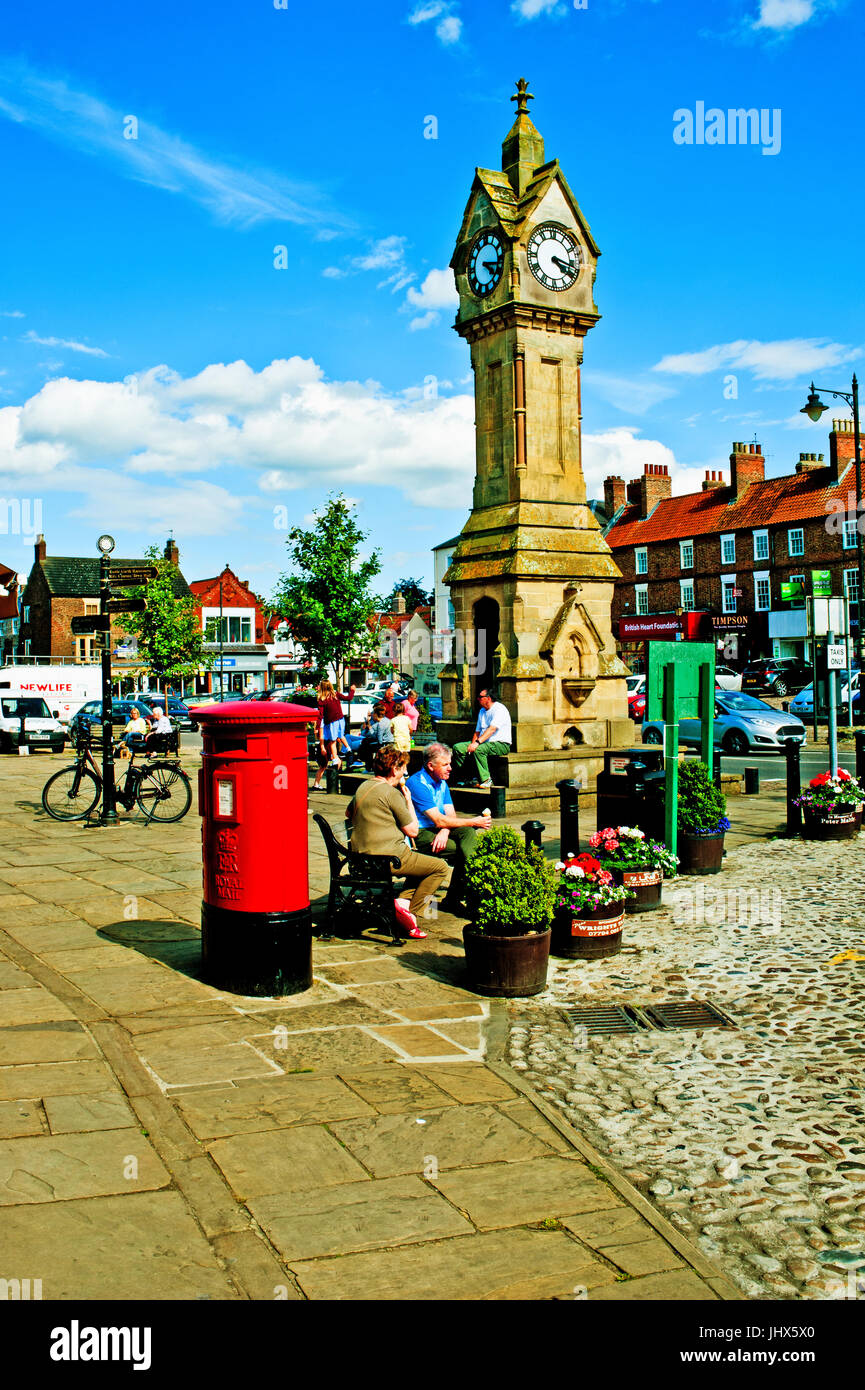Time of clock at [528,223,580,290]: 4:17
